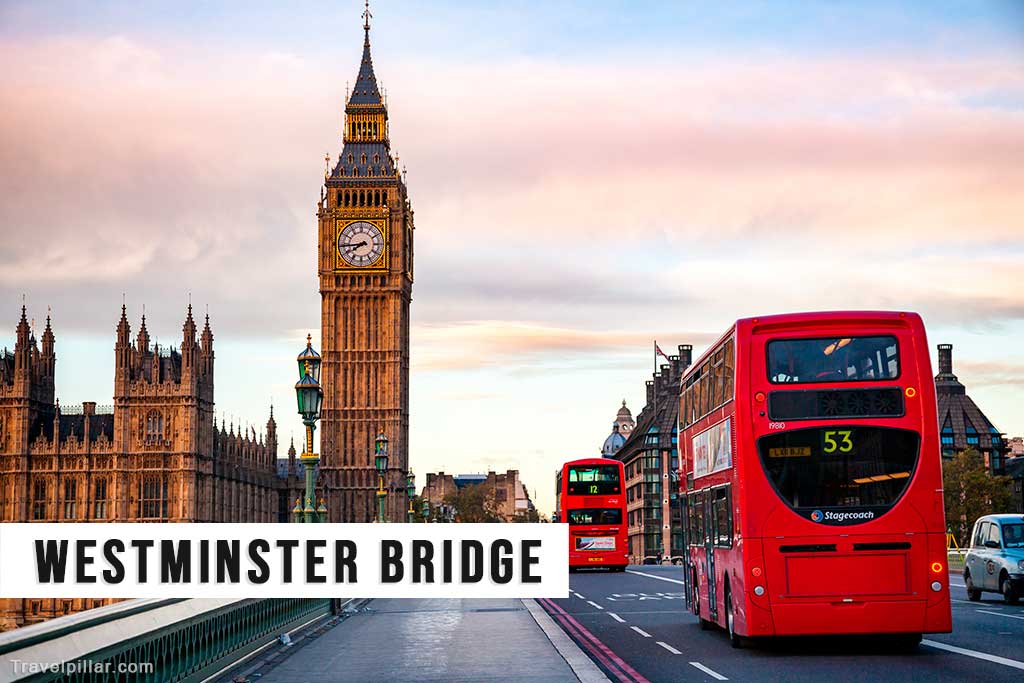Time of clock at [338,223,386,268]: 7:44
